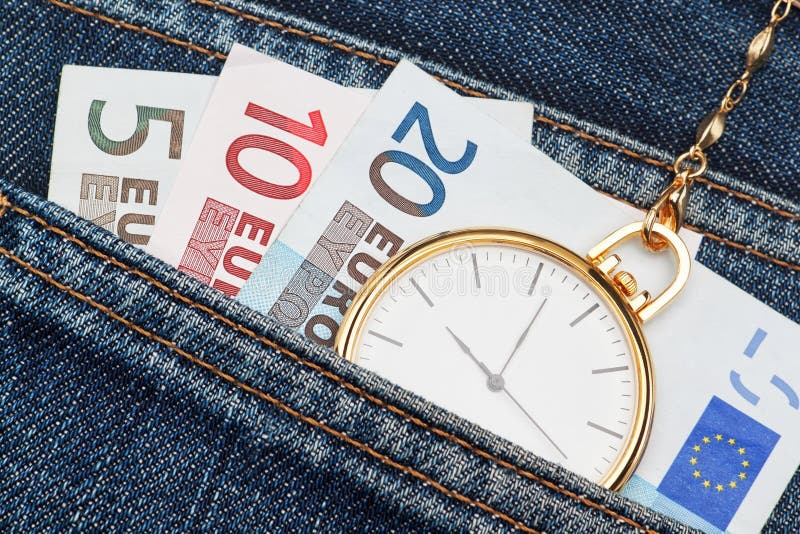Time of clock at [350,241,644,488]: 11:06
